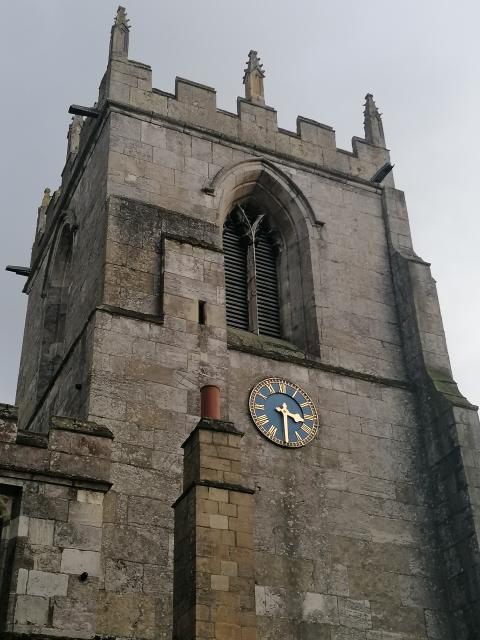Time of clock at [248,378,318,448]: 3:29
